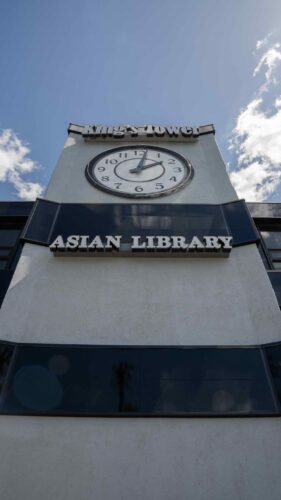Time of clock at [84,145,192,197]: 2:02
